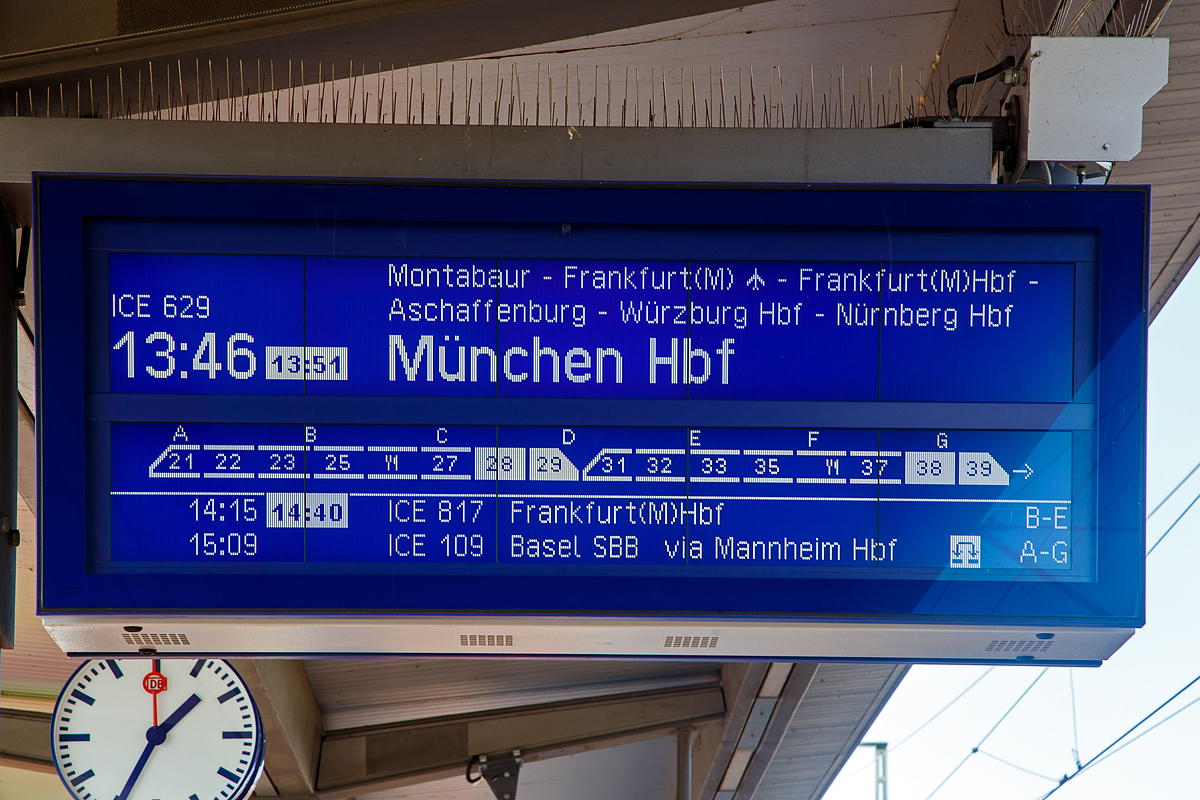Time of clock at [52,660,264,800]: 1:34
